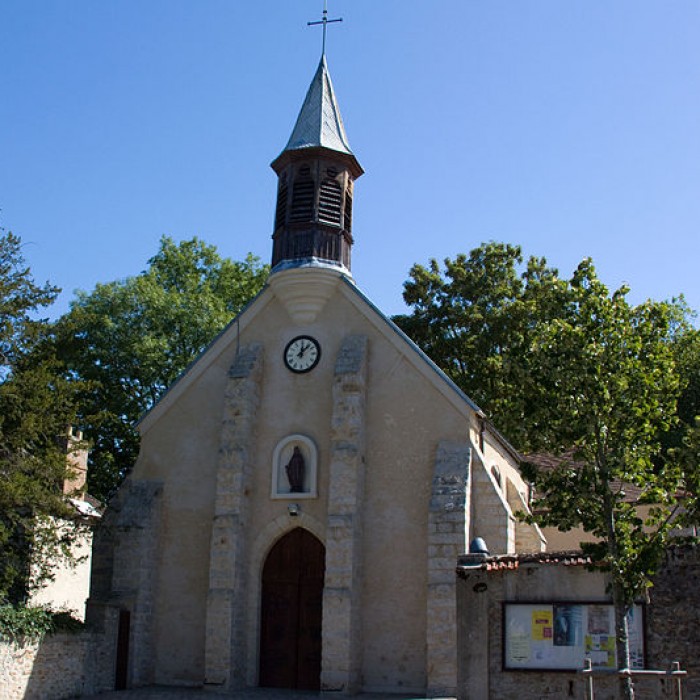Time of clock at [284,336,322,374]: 12:07
